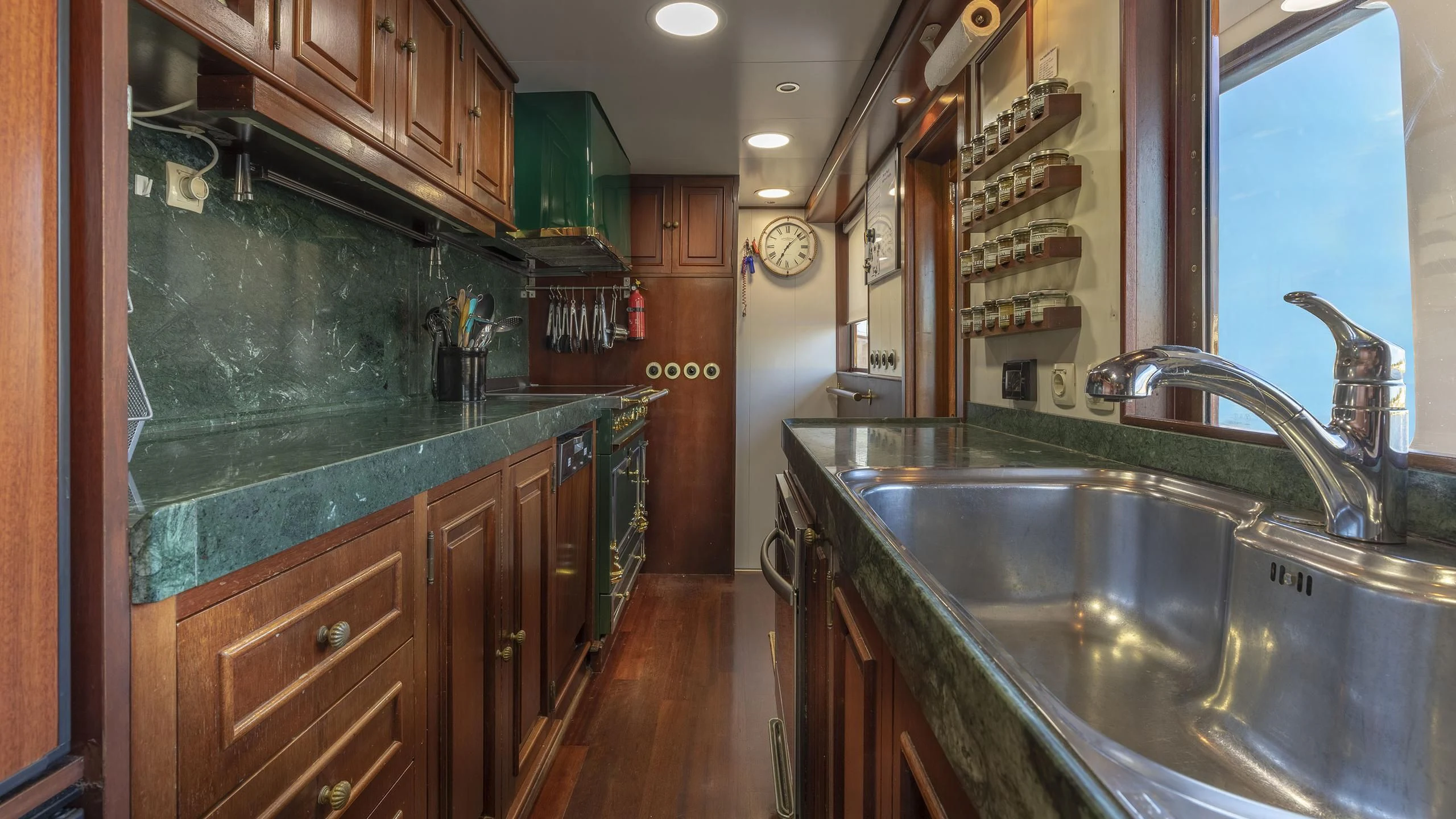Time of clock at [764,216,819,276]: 7:07
